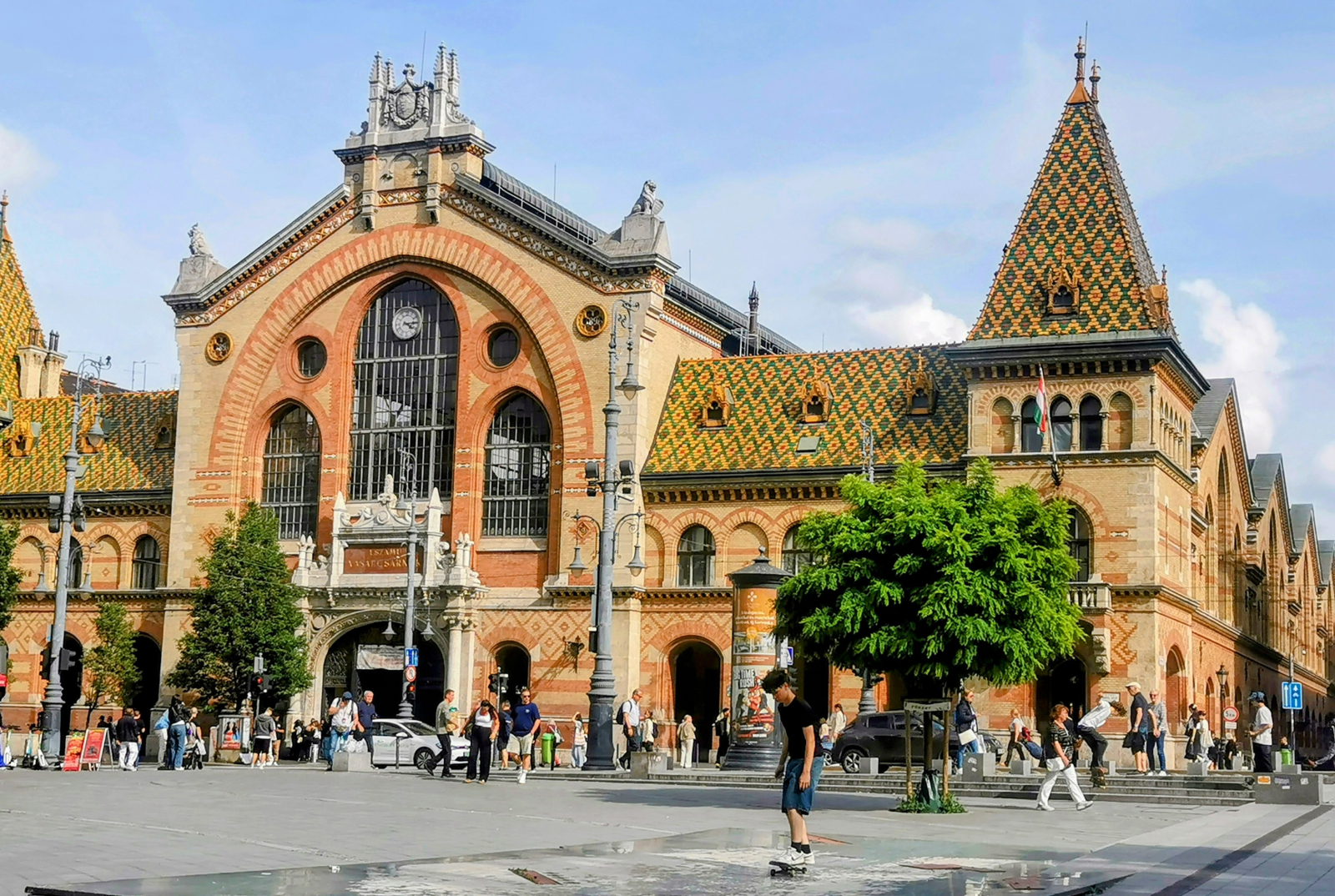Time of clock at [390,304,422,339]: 4:14
